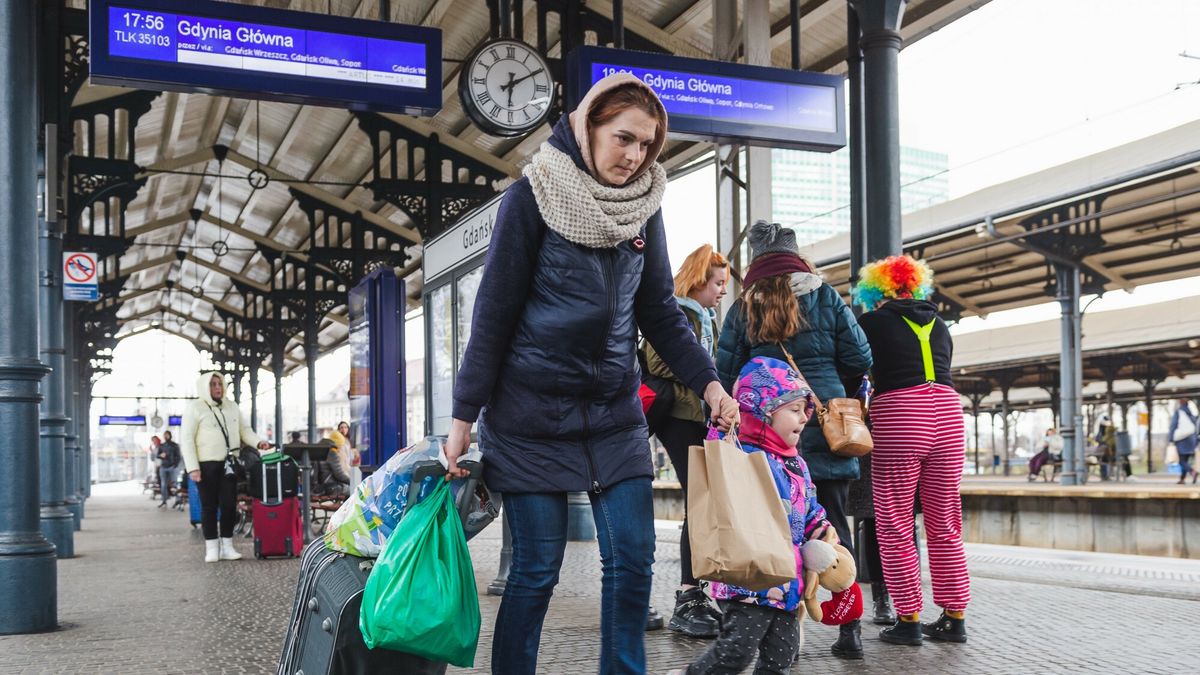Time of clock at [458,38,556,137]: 6:10
